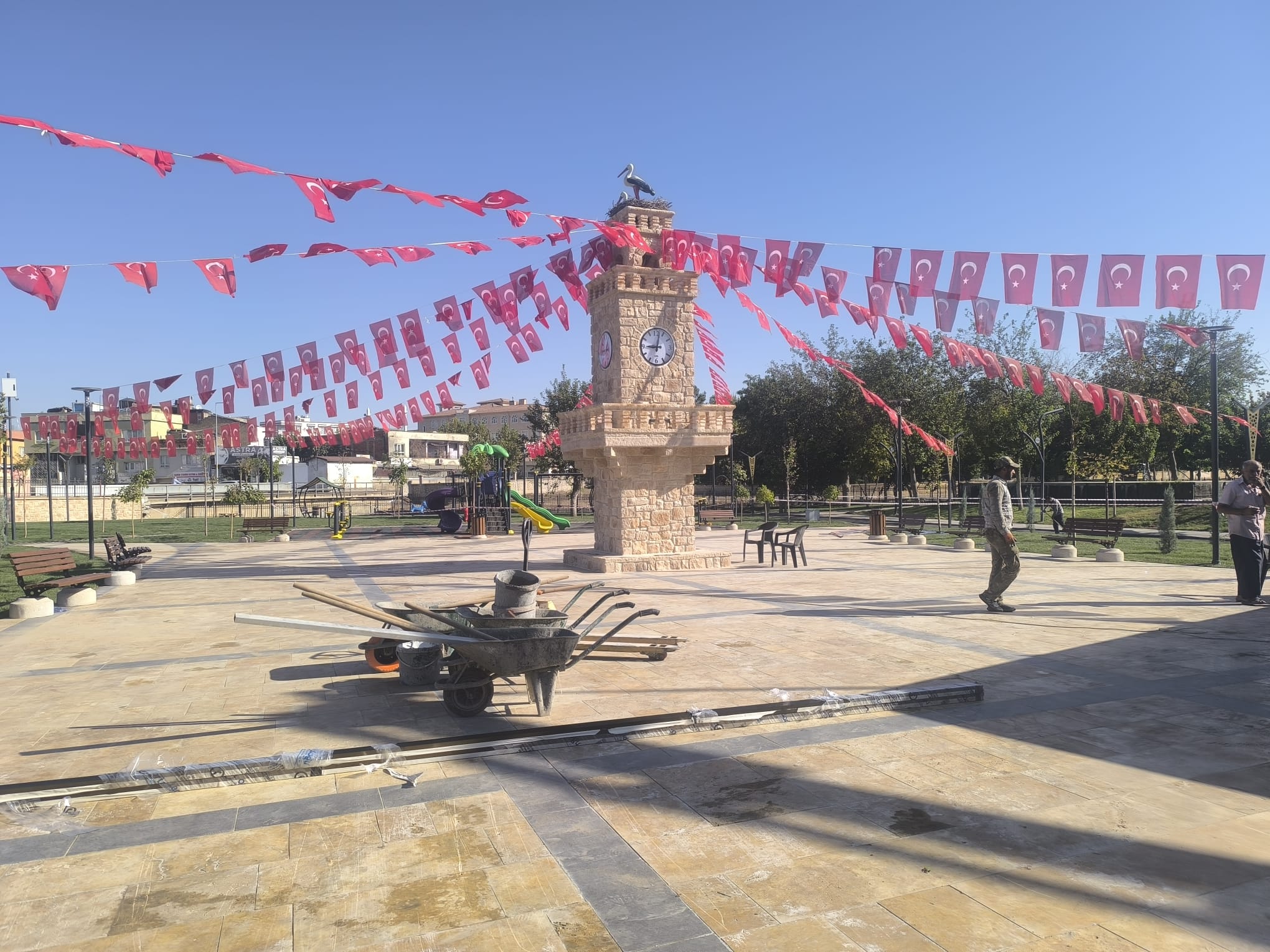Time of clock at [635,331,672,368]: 9:01
